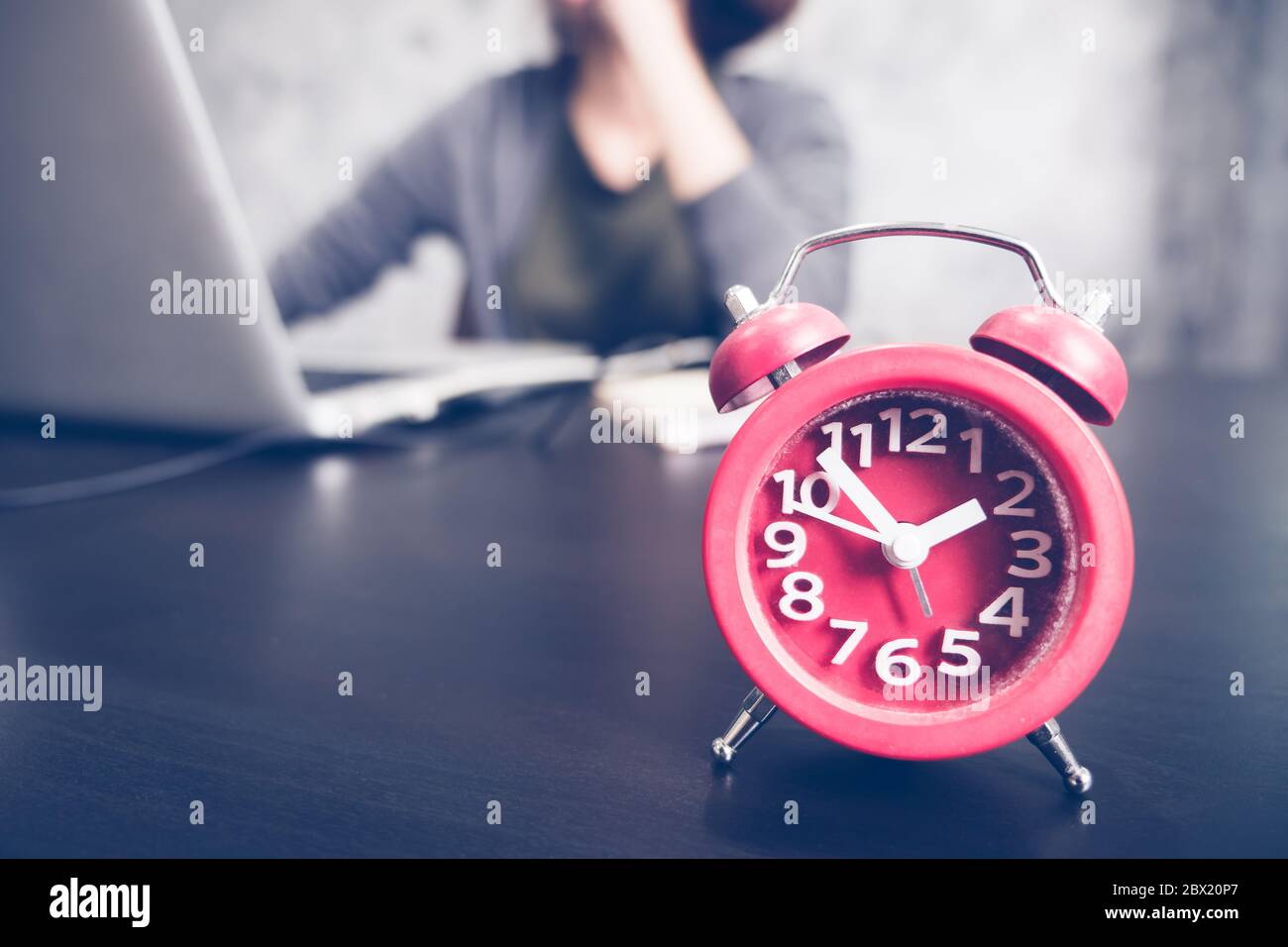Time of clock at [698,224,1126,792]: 1:53
